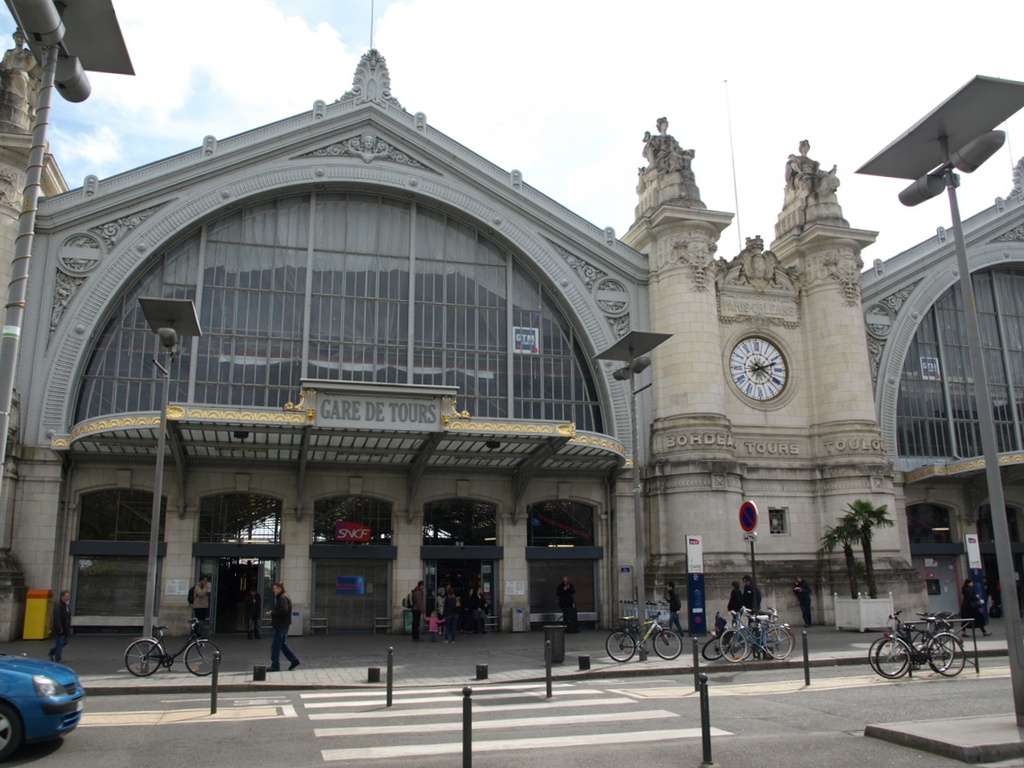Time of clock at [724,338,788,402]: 2:19
